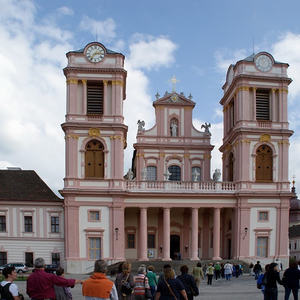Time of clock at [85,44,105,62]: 2:36
